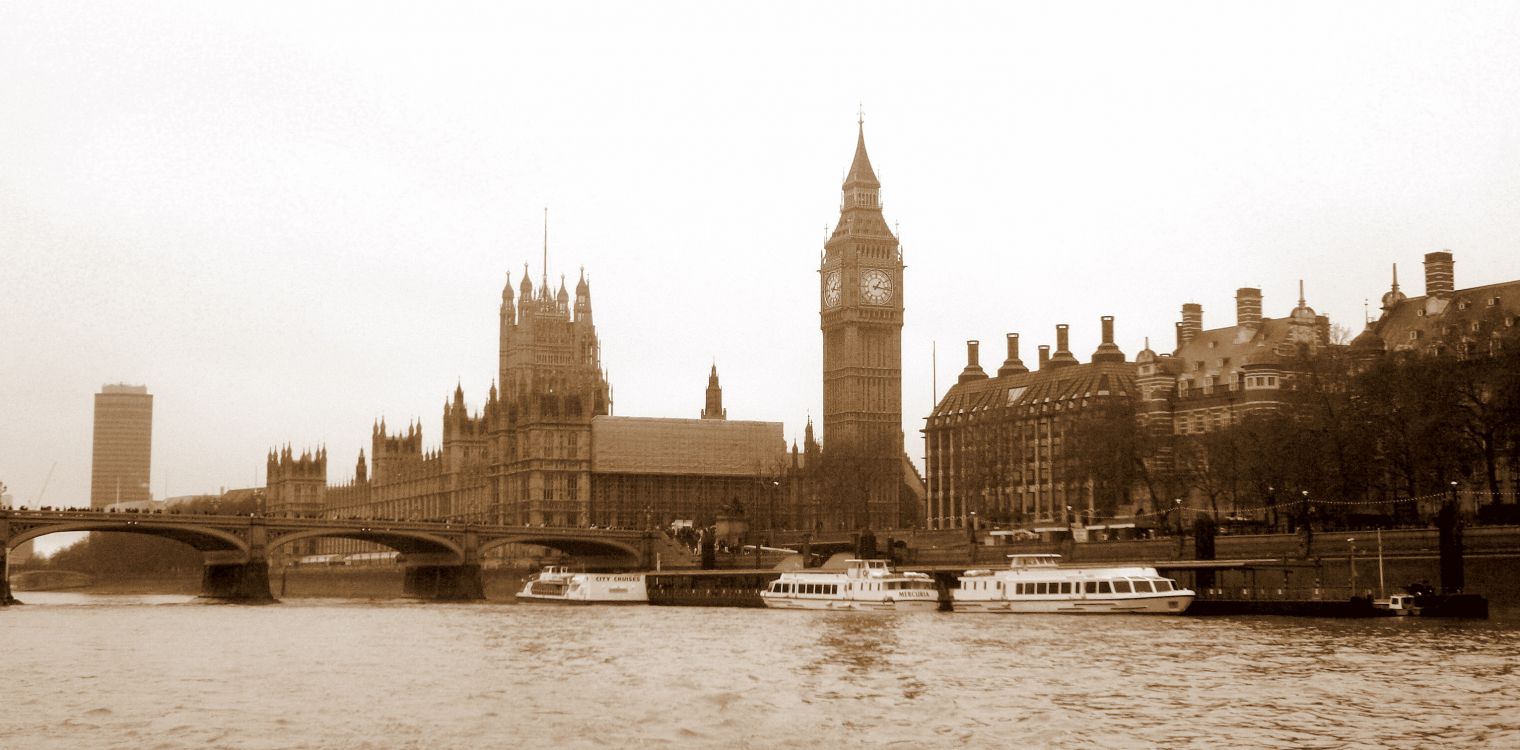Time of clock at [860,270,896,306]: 1:16
